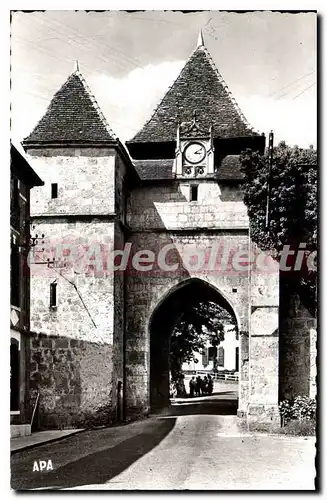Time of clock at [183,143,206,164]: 3:09
